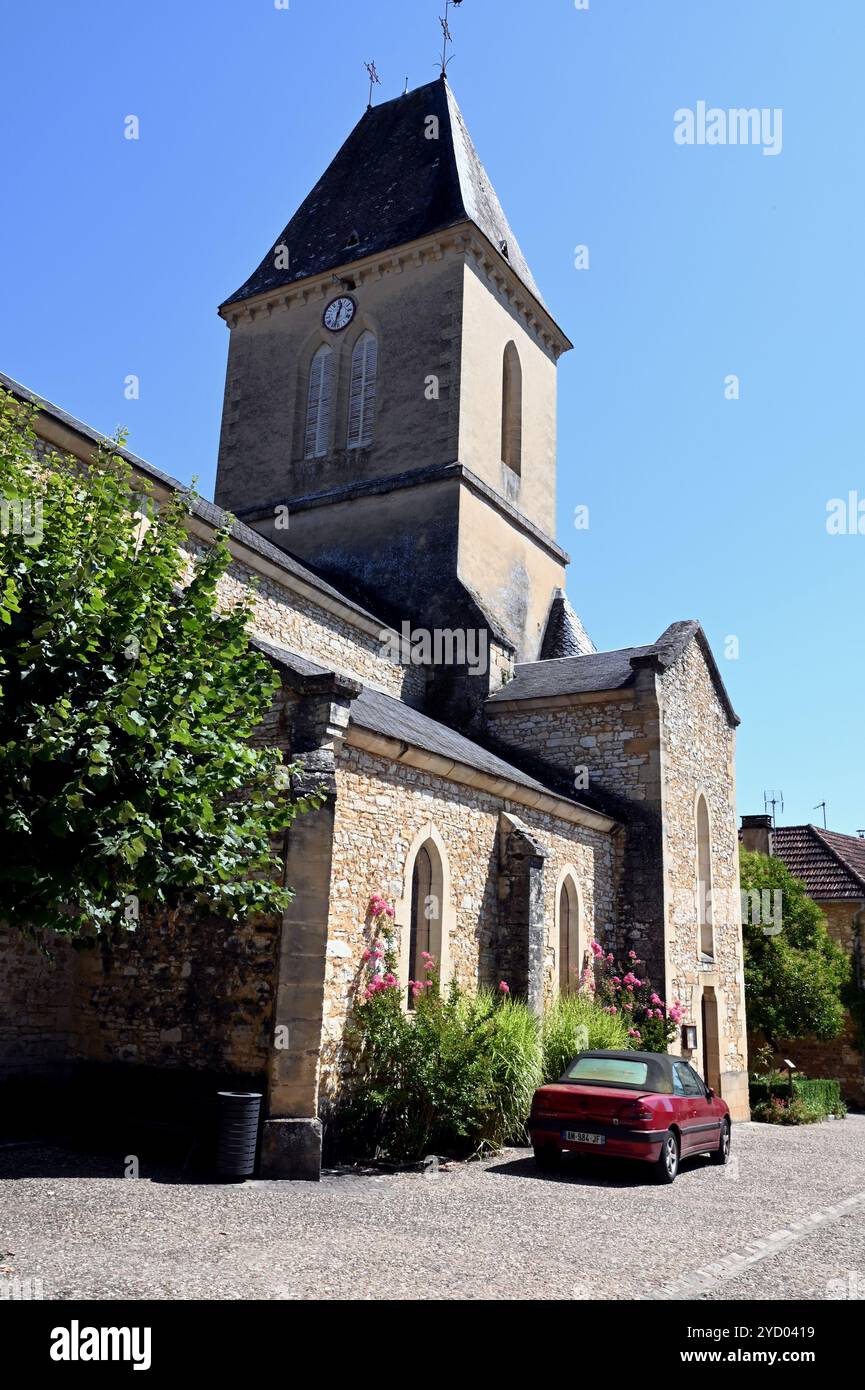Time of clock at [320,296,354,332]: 12:32
